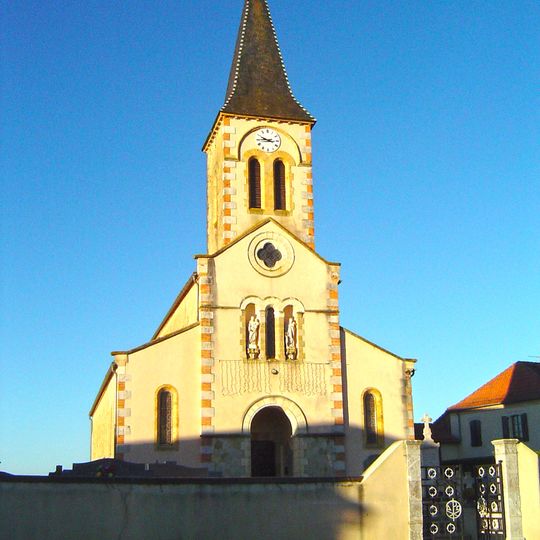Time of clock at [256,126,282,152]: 9:45
